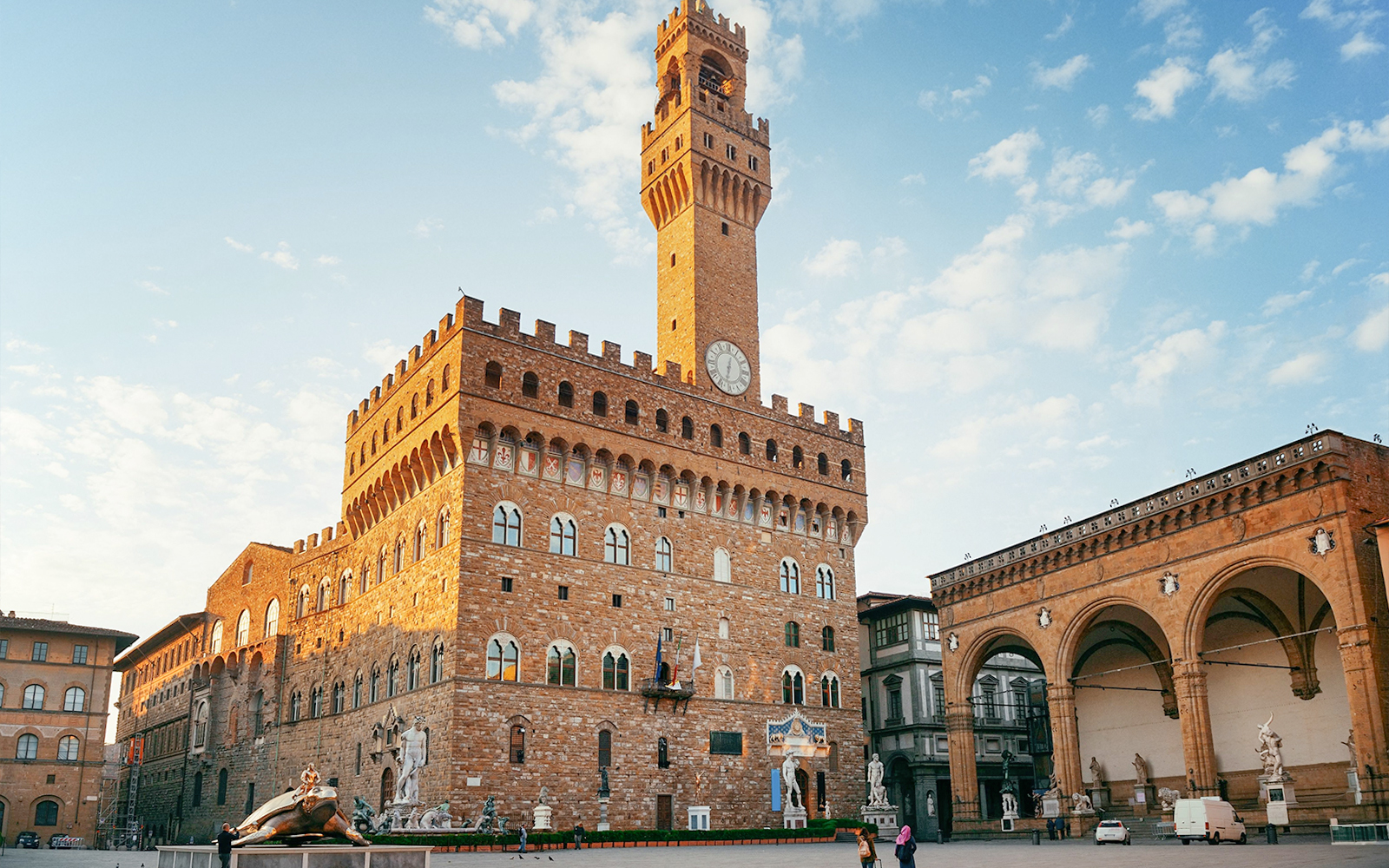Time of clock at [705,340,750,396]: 12:32
